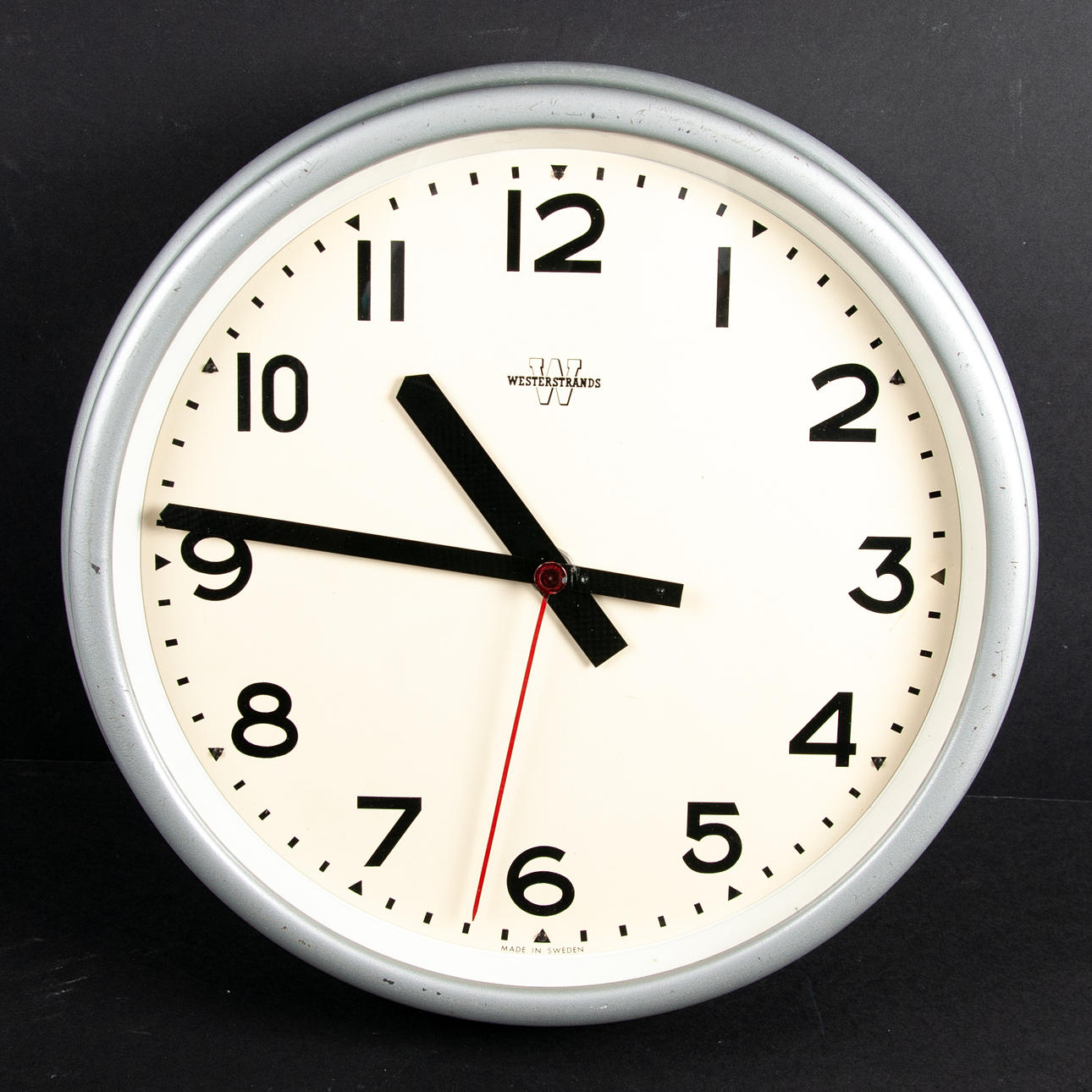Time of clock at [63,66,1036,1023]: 10:46
